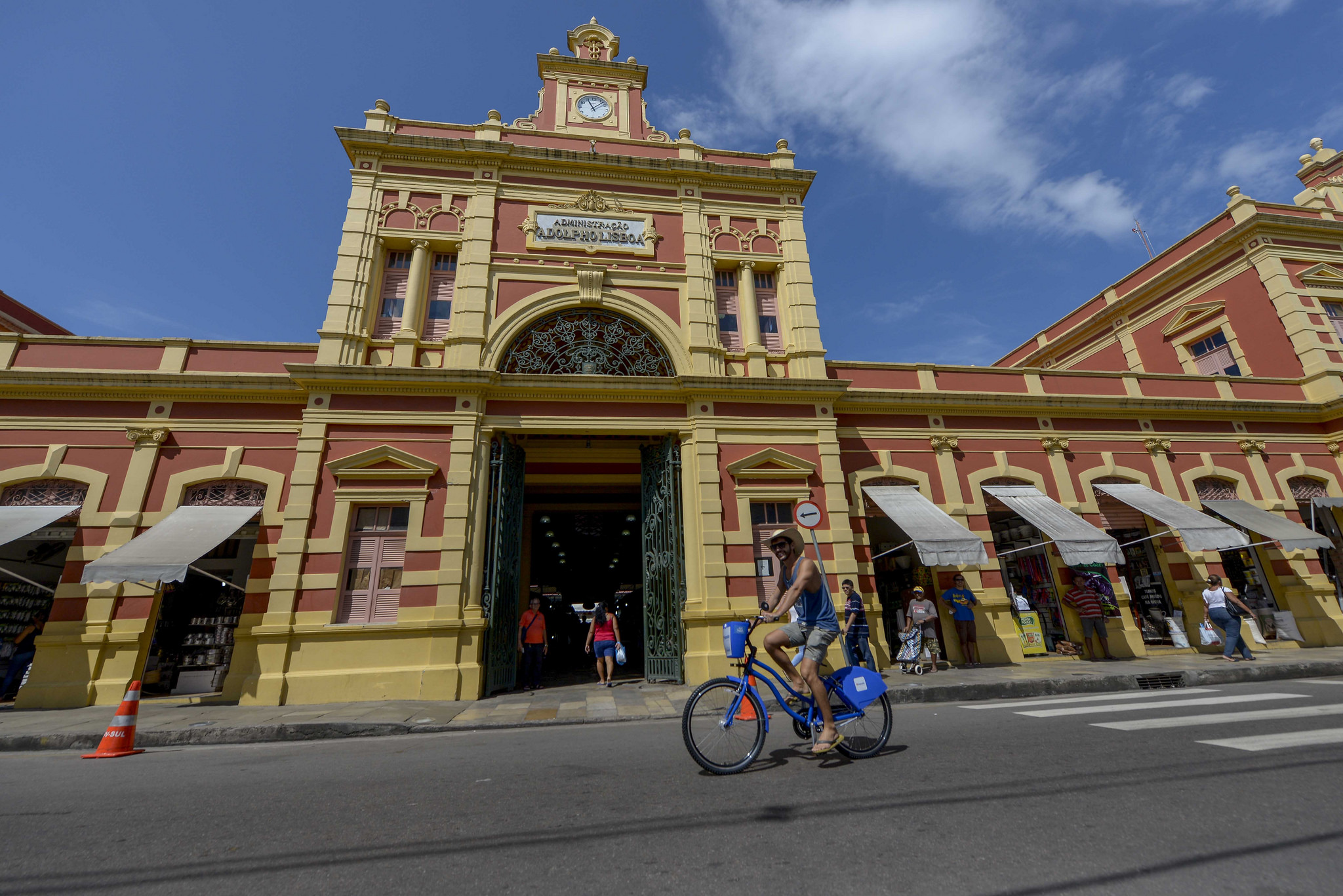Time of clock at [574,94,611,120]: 11:07
